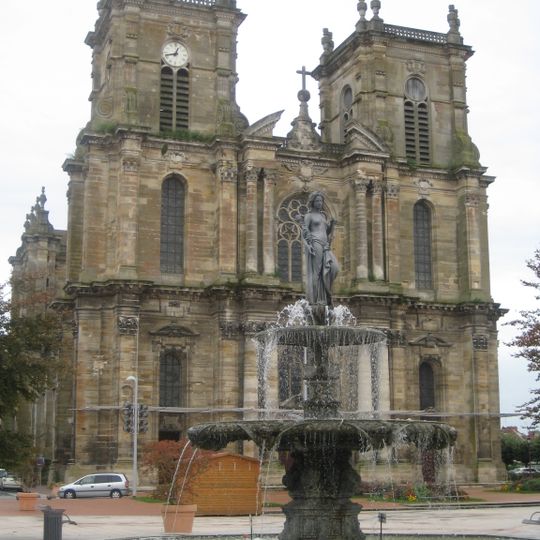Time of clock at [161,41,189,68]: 12:42
